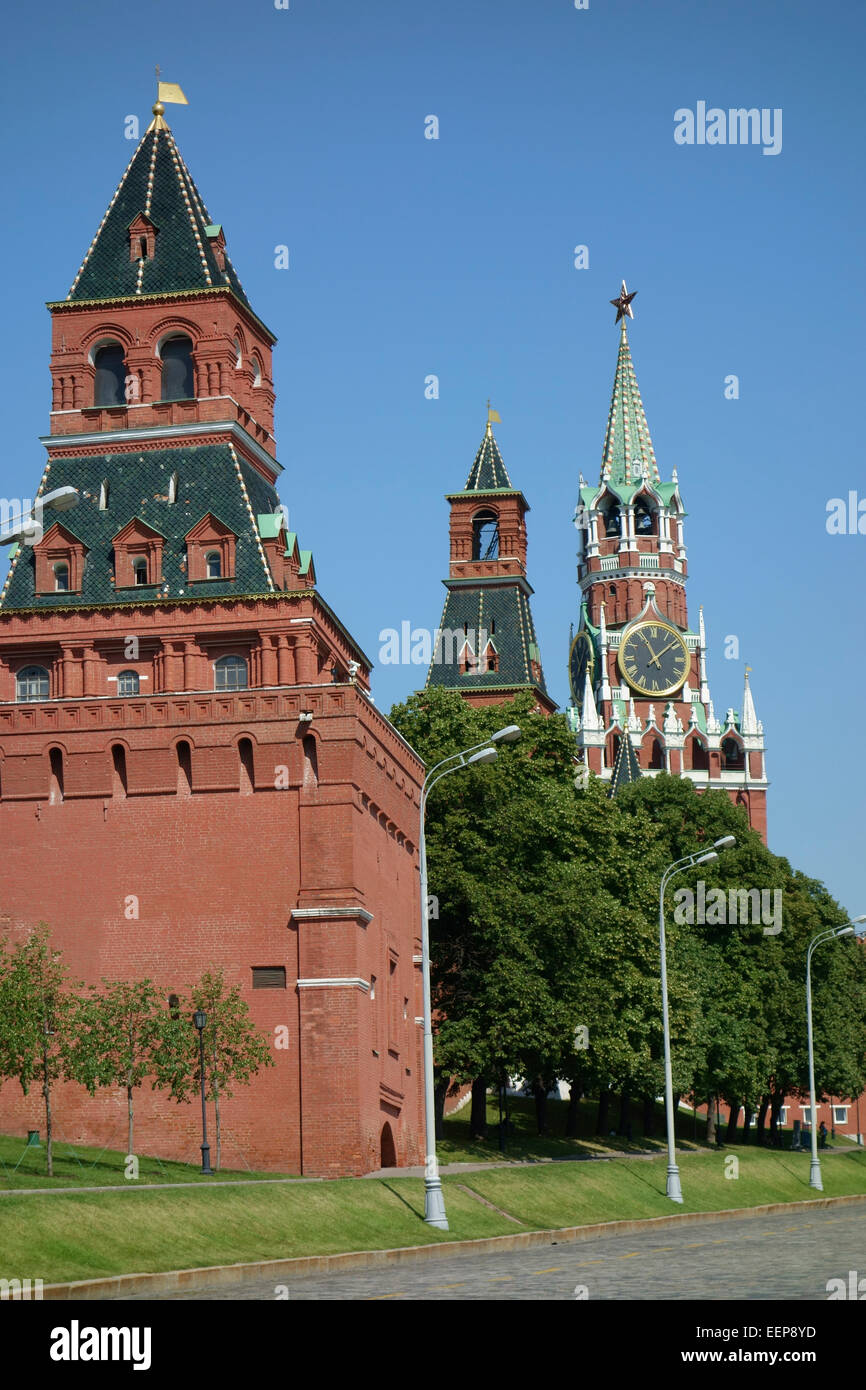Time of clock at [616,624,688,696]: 11:08
